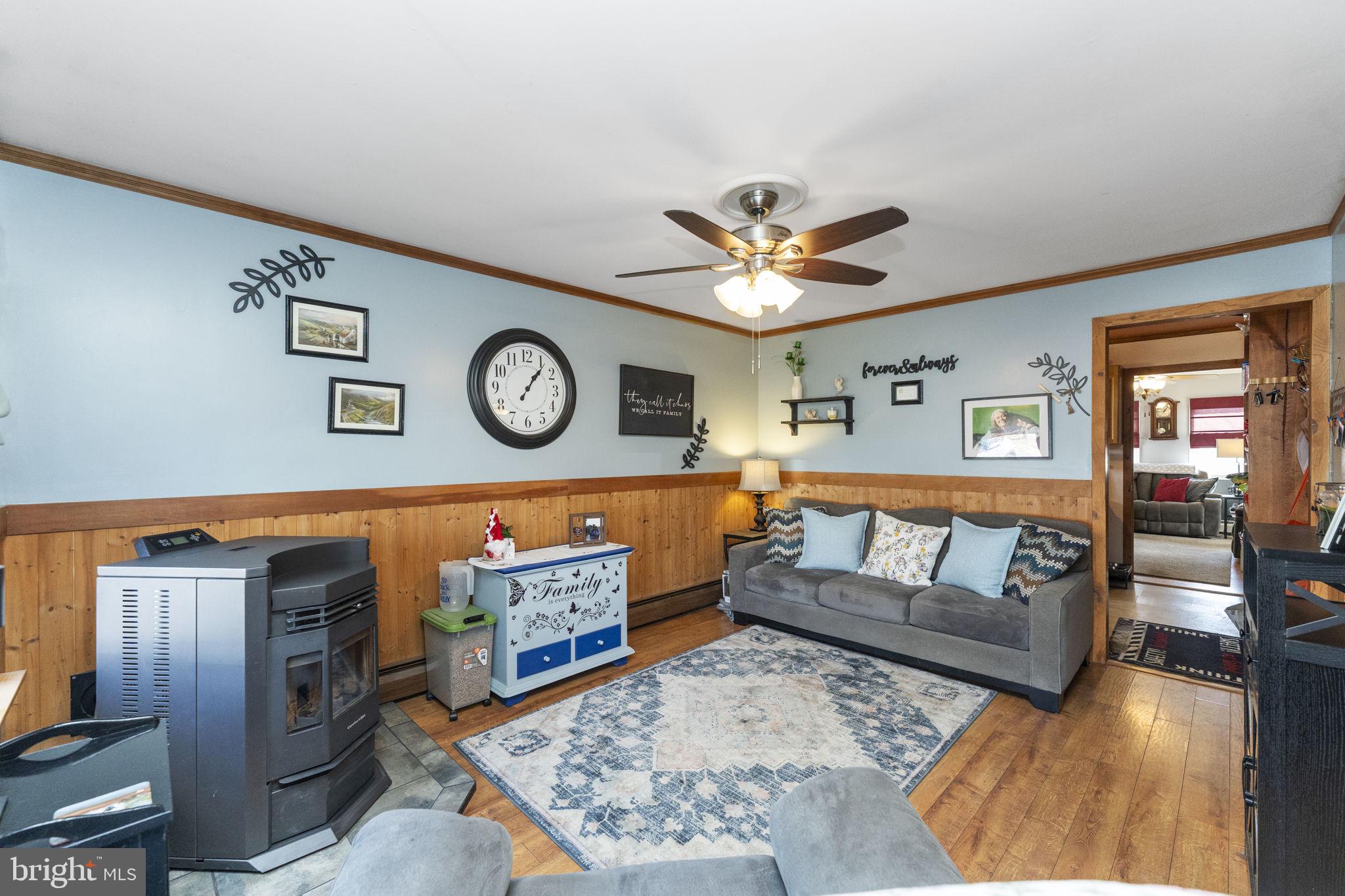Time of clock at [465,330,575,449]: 1:06
